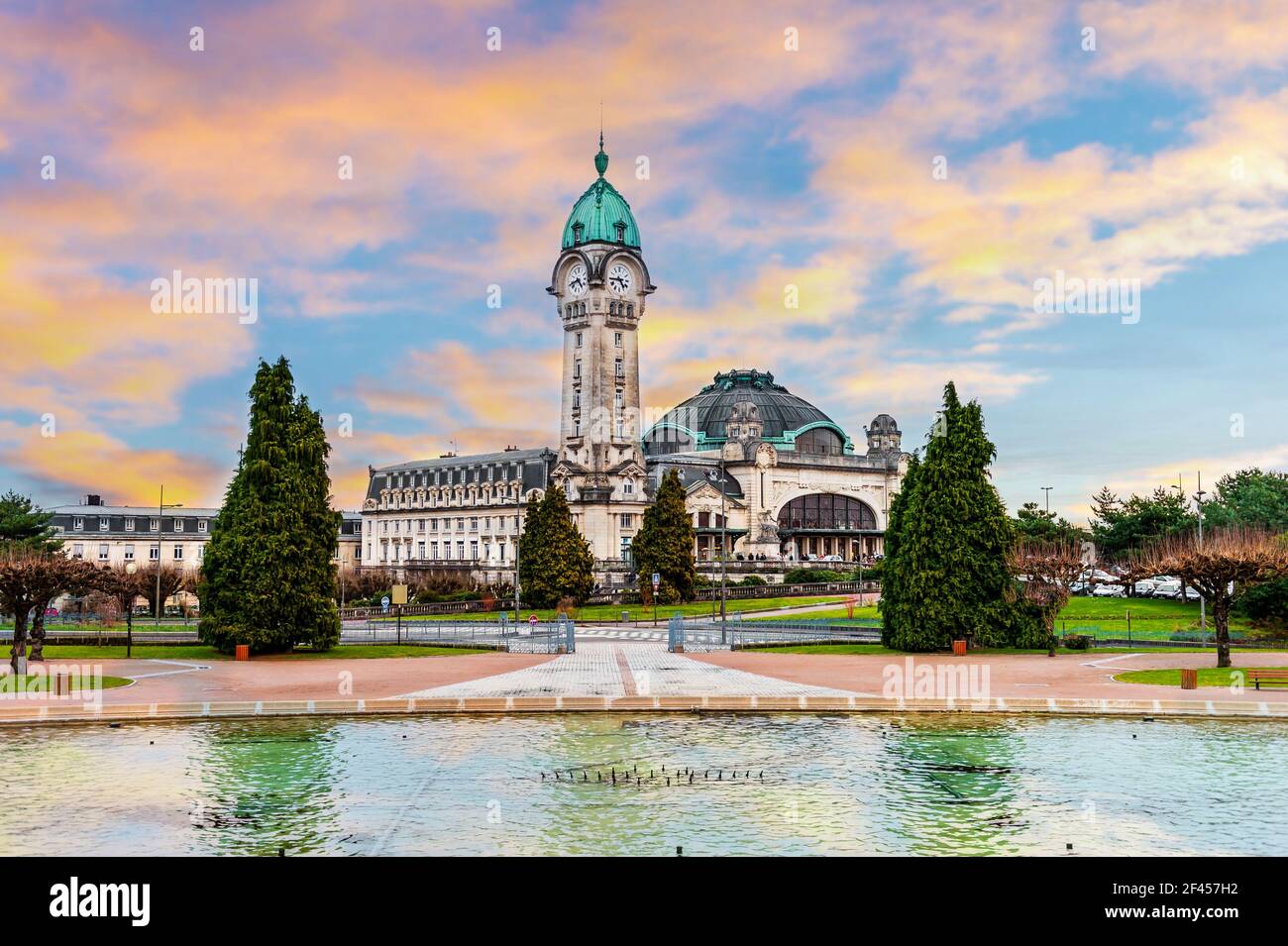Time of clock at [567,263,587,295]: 4:42
